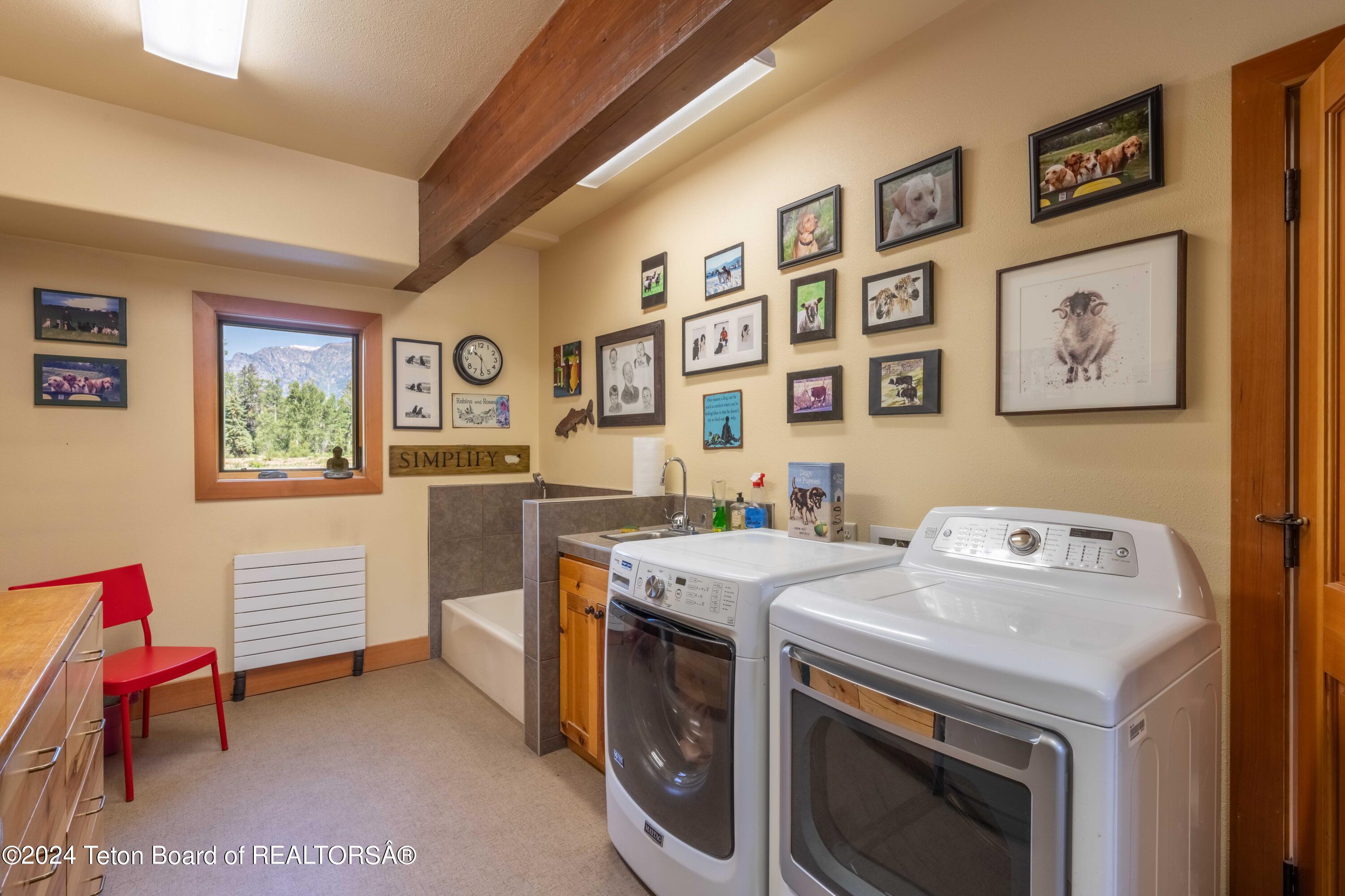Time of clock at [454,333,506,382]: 10:30
